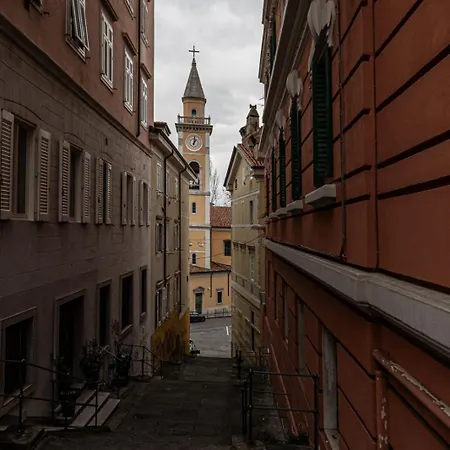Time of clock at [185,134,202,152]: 1:01
